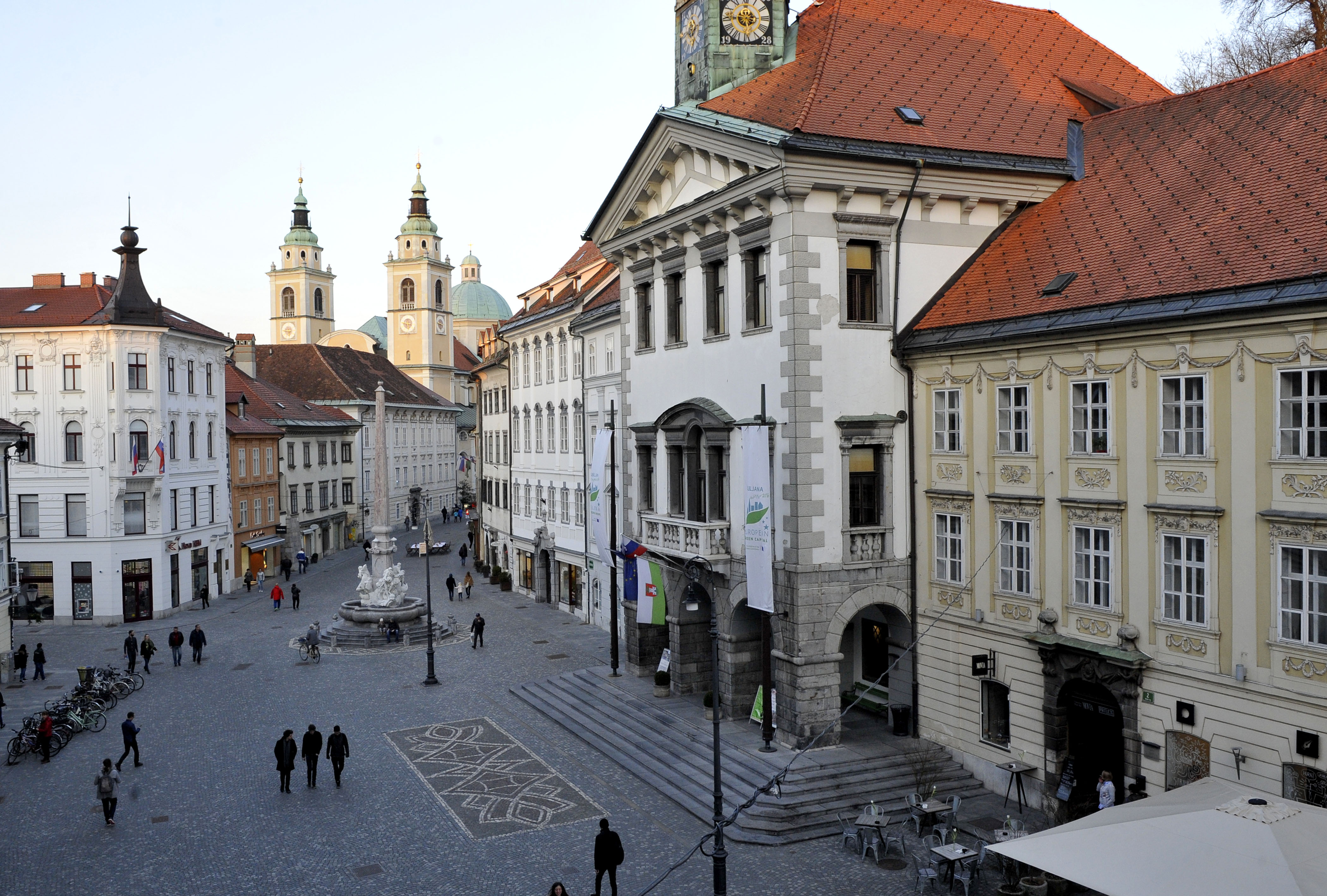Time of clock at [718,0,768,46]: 5:45
